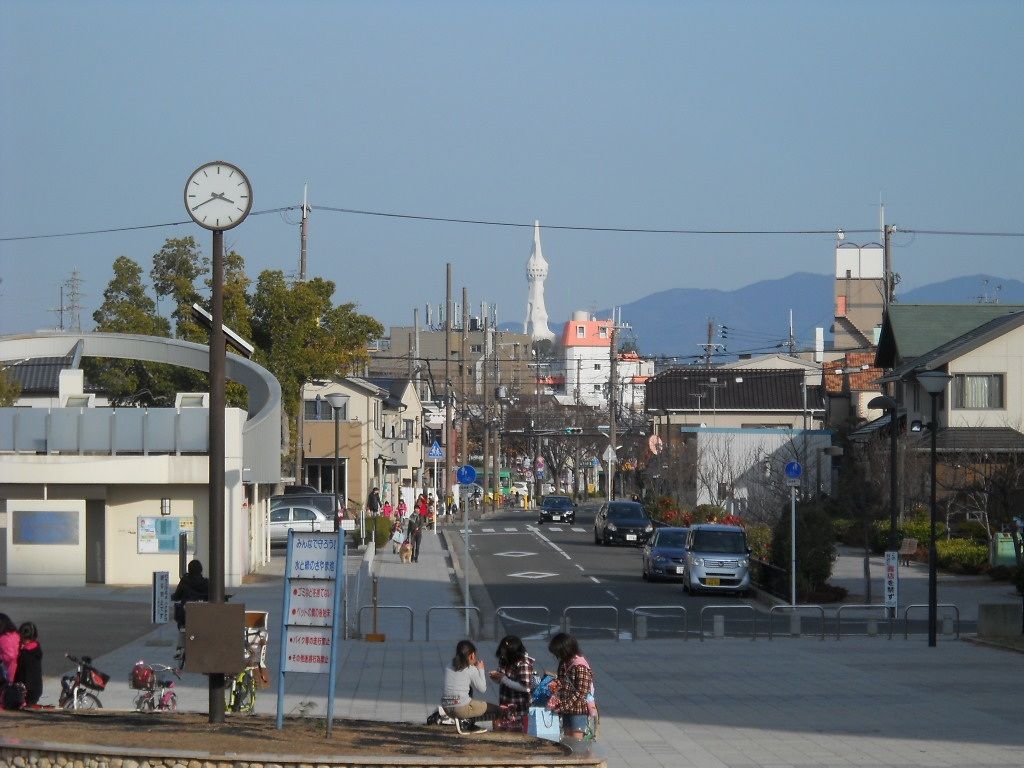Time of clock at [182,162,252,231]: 3:40
